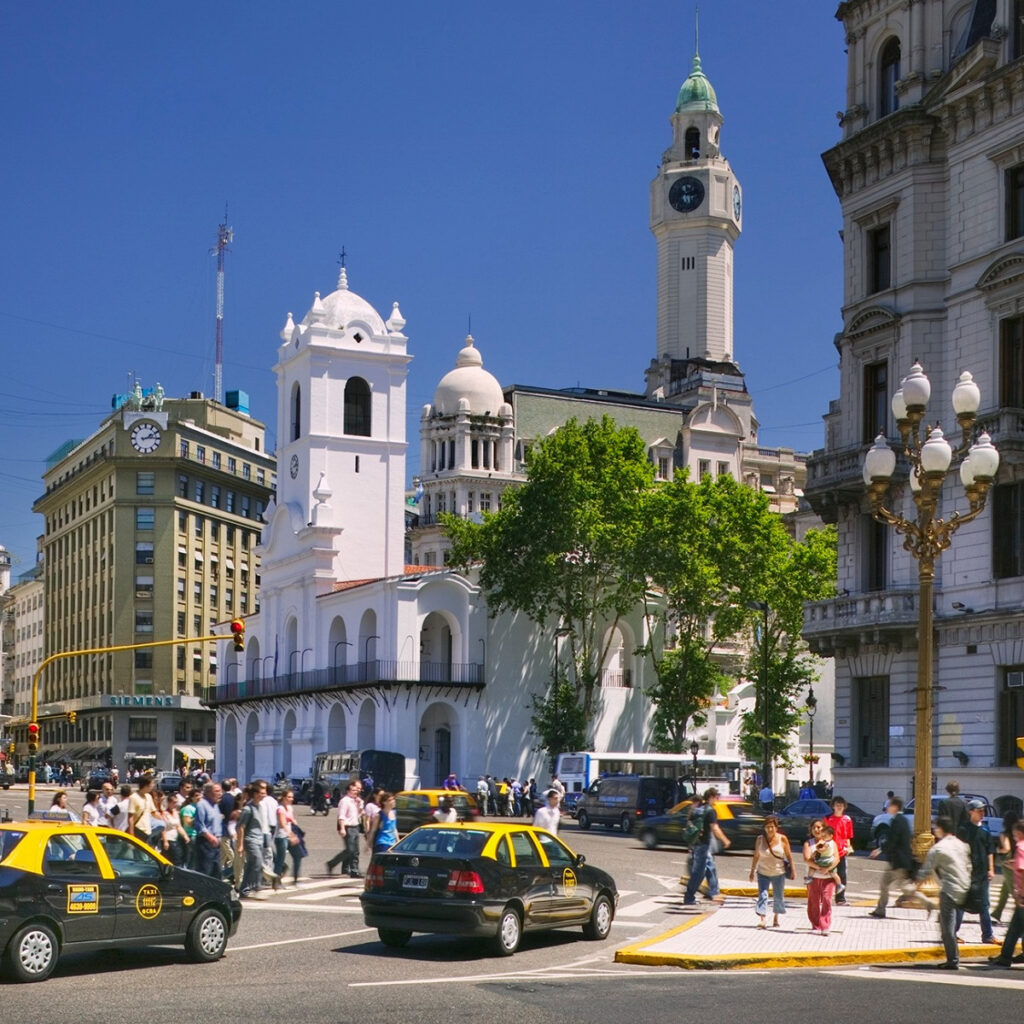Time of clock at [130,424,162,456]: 2:14
